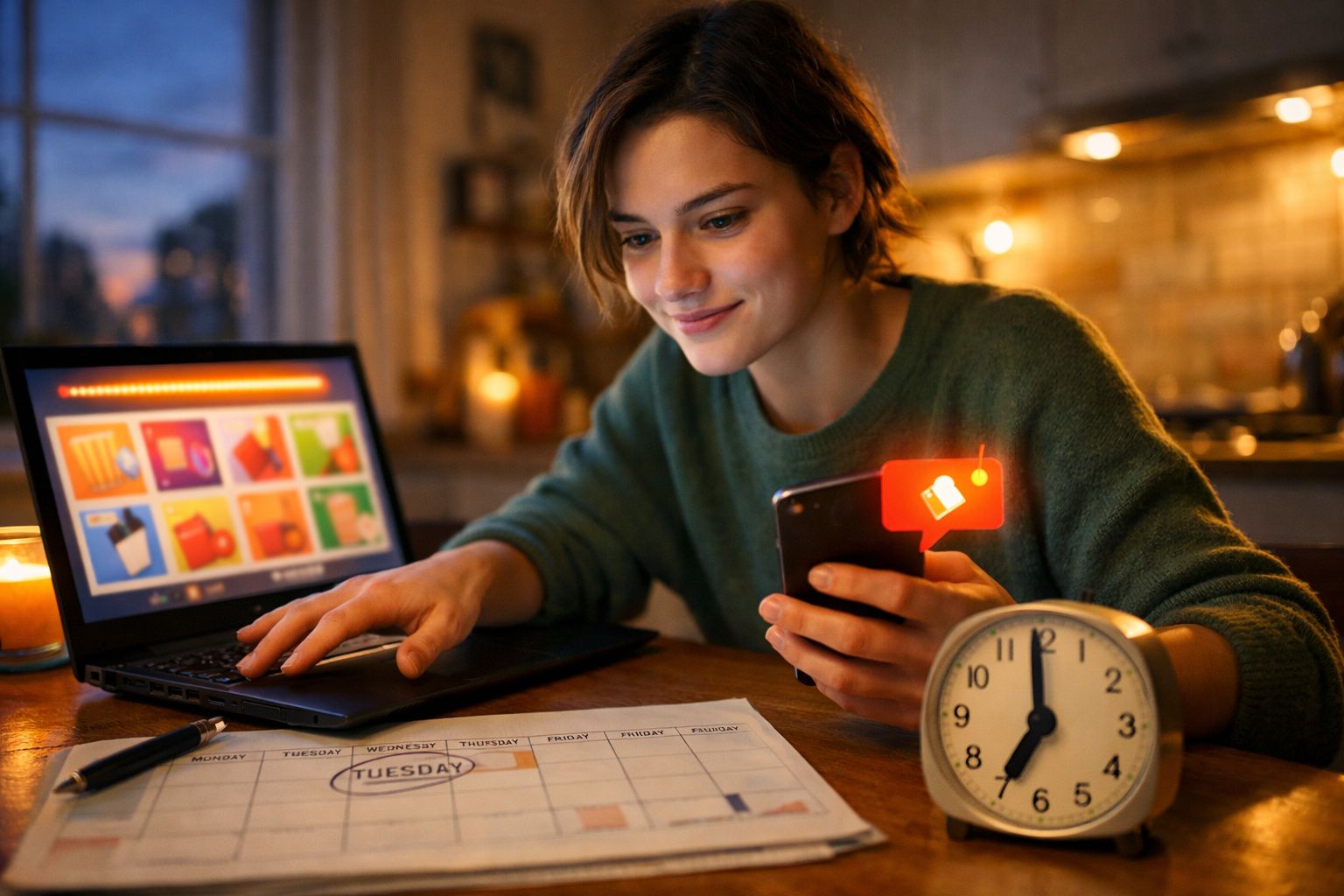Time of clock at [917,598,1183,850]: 6:59
